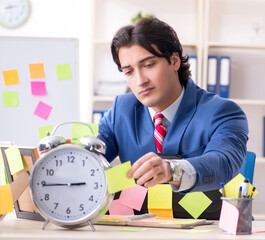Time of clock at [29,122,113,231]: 2:44
